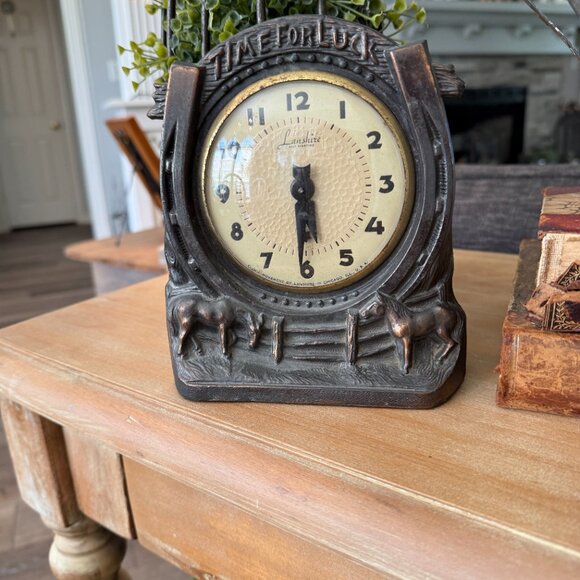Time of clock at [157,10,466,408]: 5:30
